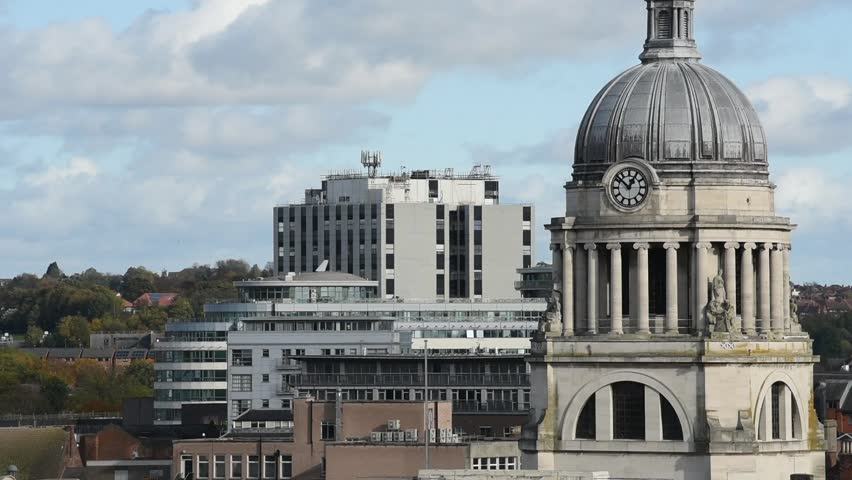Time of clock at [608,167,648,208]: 12:52
